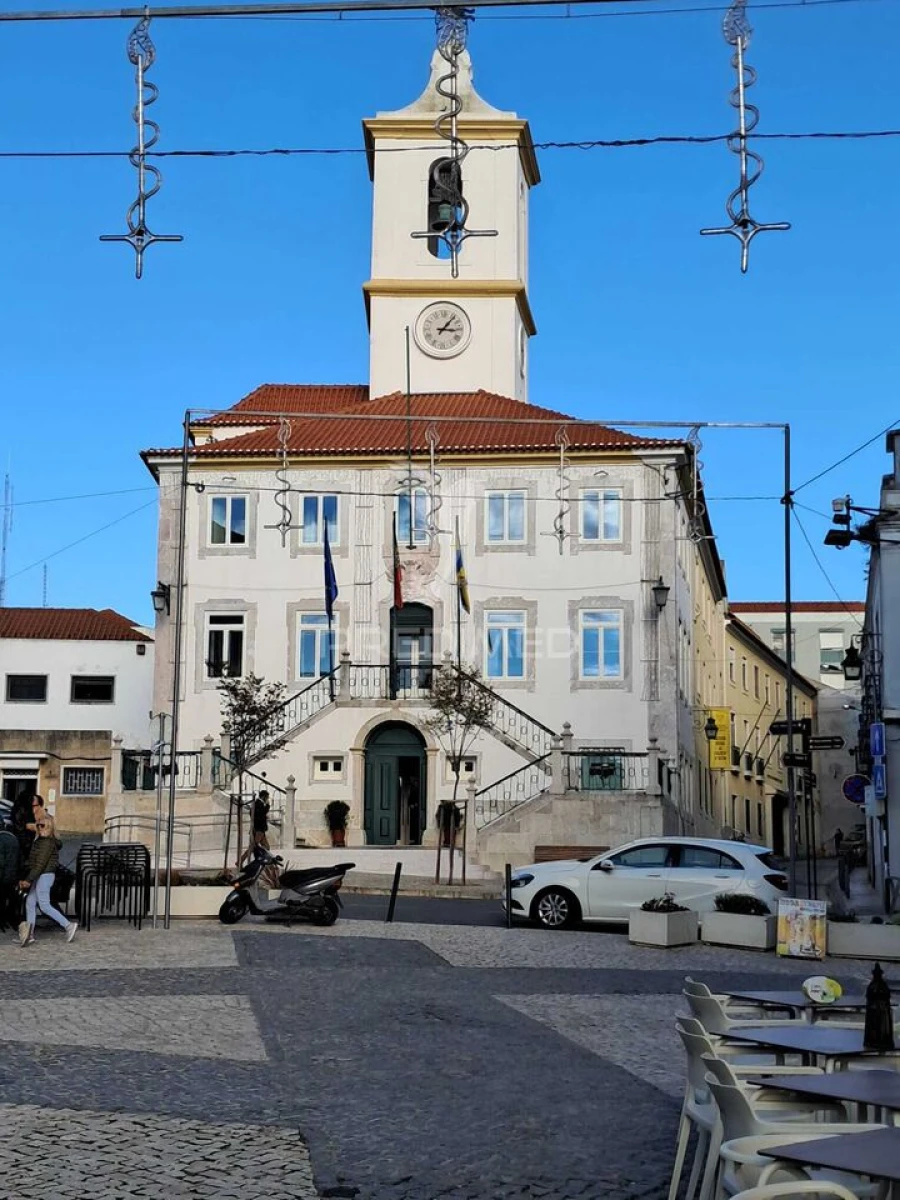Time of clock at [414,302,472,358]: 3:06
